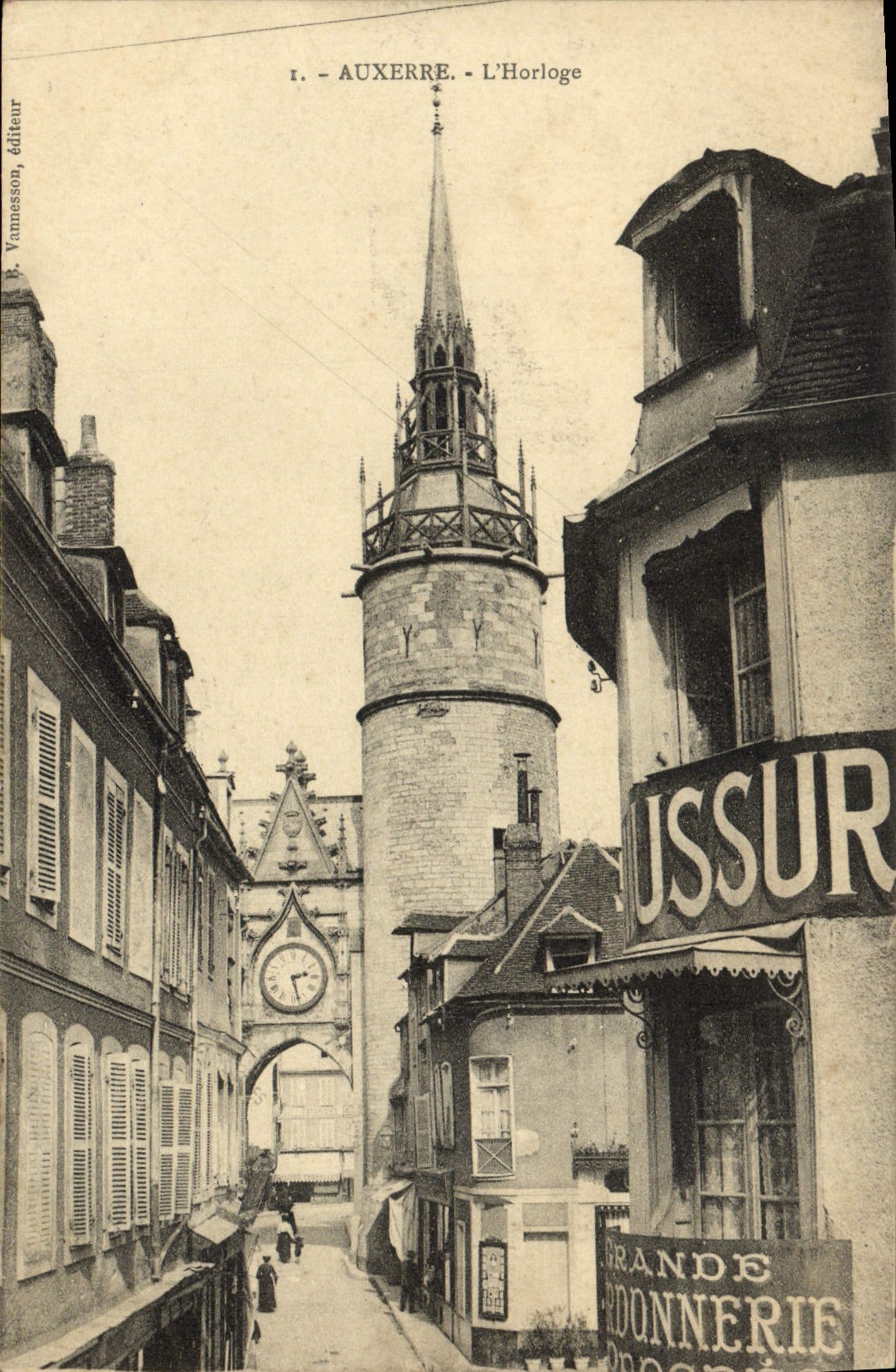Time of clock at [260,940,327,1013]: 2:27
